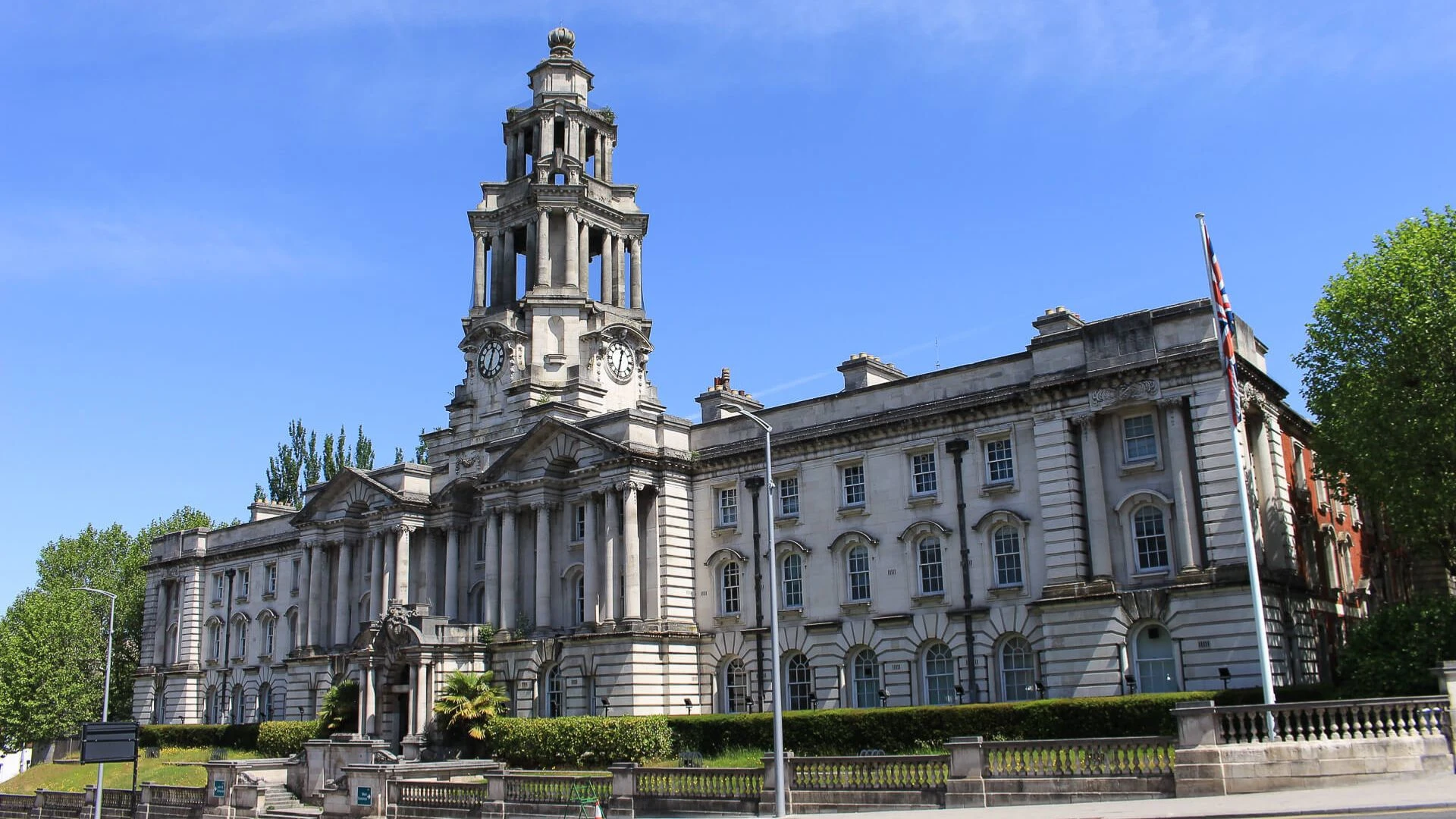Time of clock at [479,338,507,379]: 12:33
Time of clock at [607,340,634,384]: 12:32
